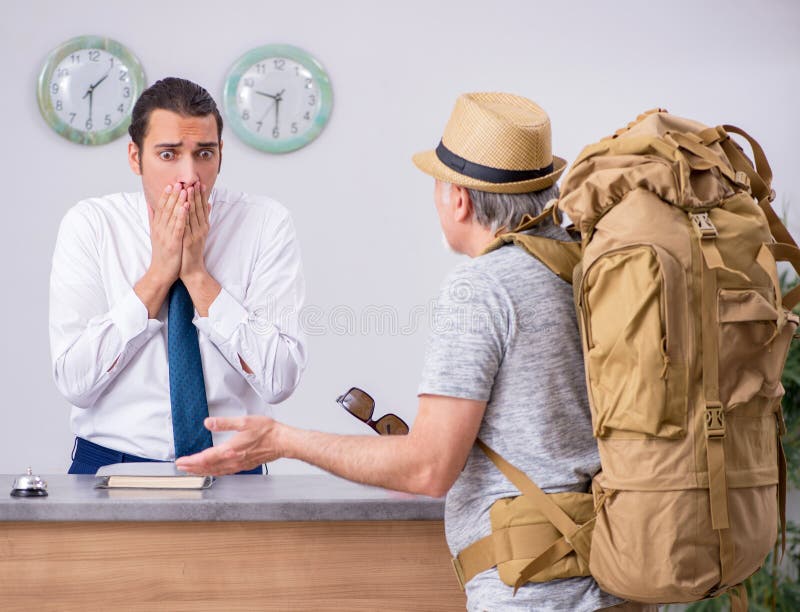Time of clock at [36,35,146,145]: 1:29
